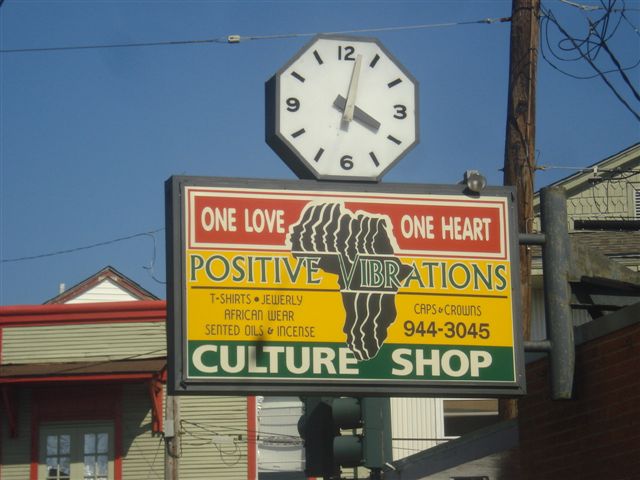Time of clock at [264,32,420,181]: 4:02
